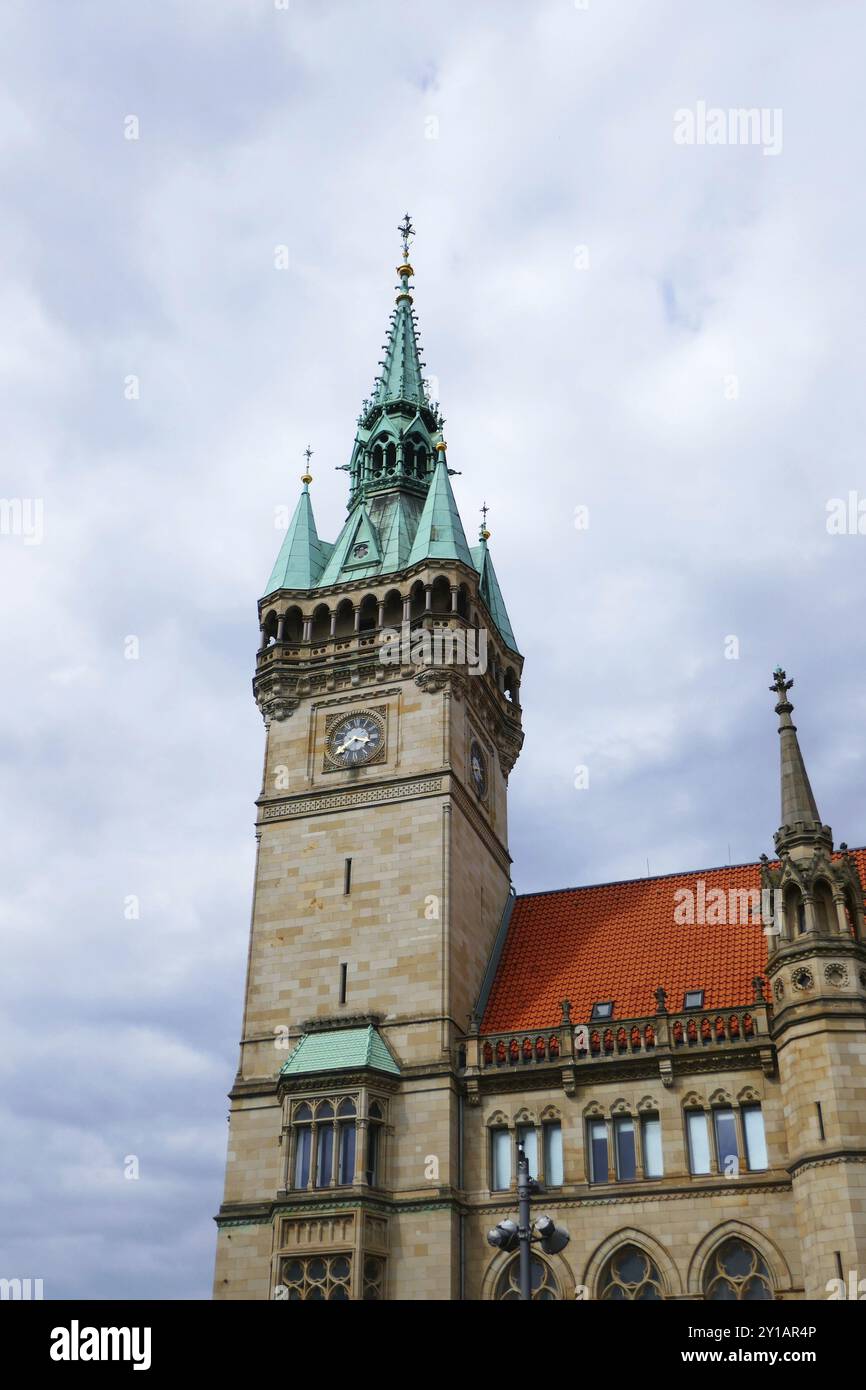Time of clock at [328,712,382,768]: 3:38
